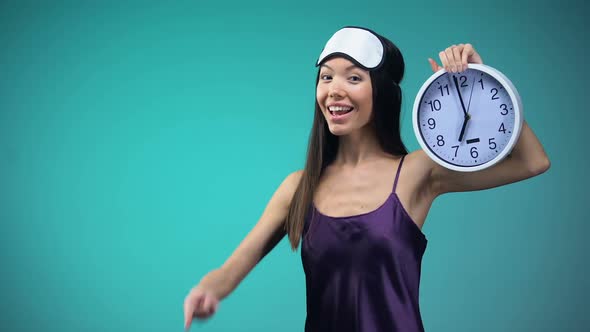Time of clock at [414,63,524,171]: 6:58
